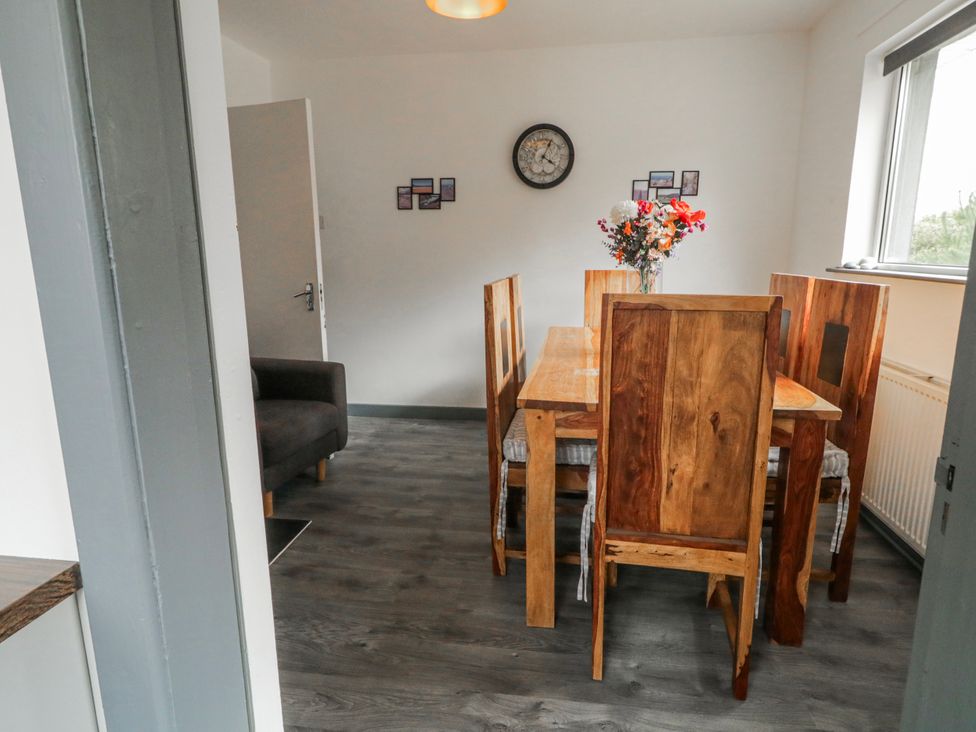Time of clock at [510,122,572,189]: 4:04
